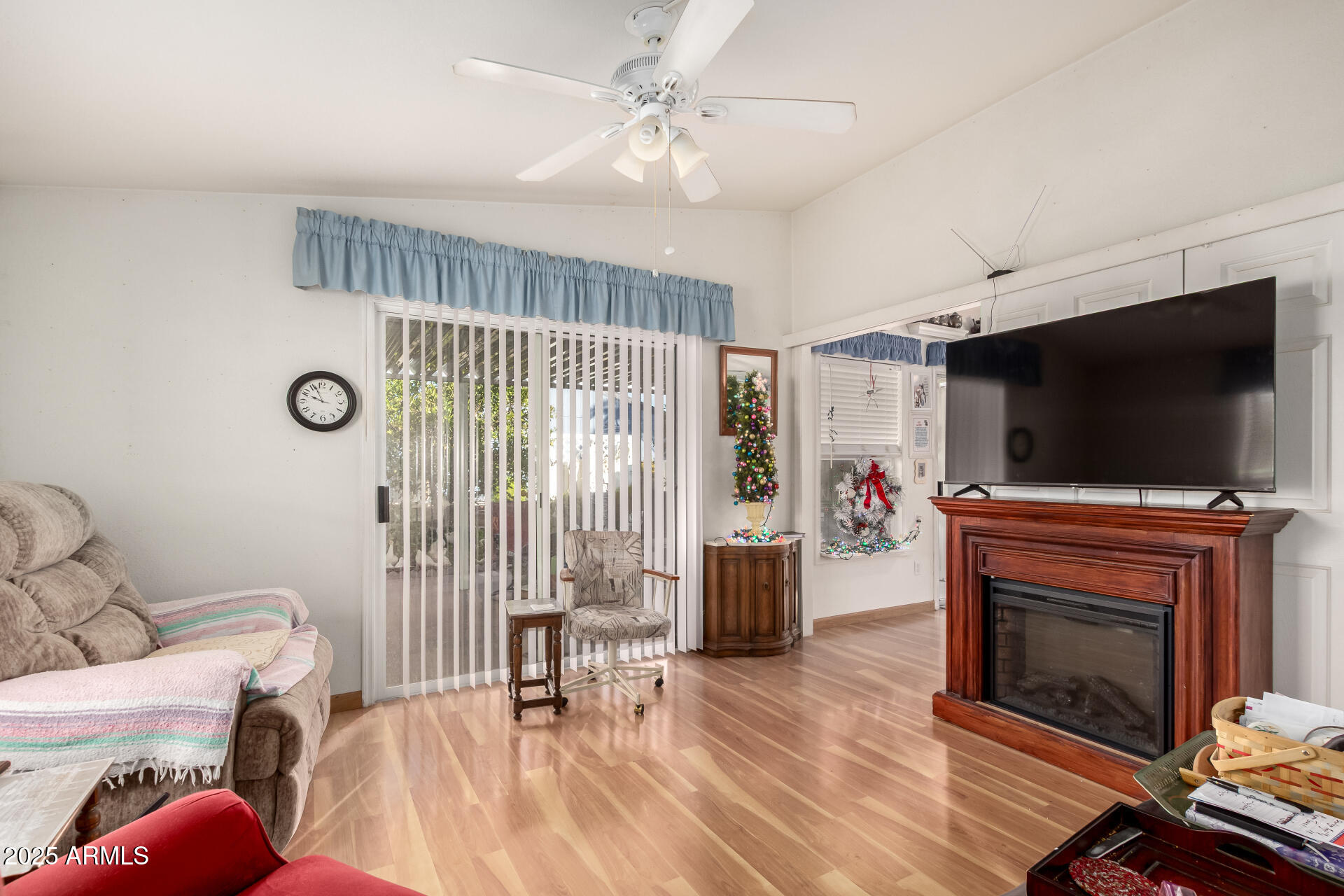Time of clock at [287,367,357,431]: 9:56
